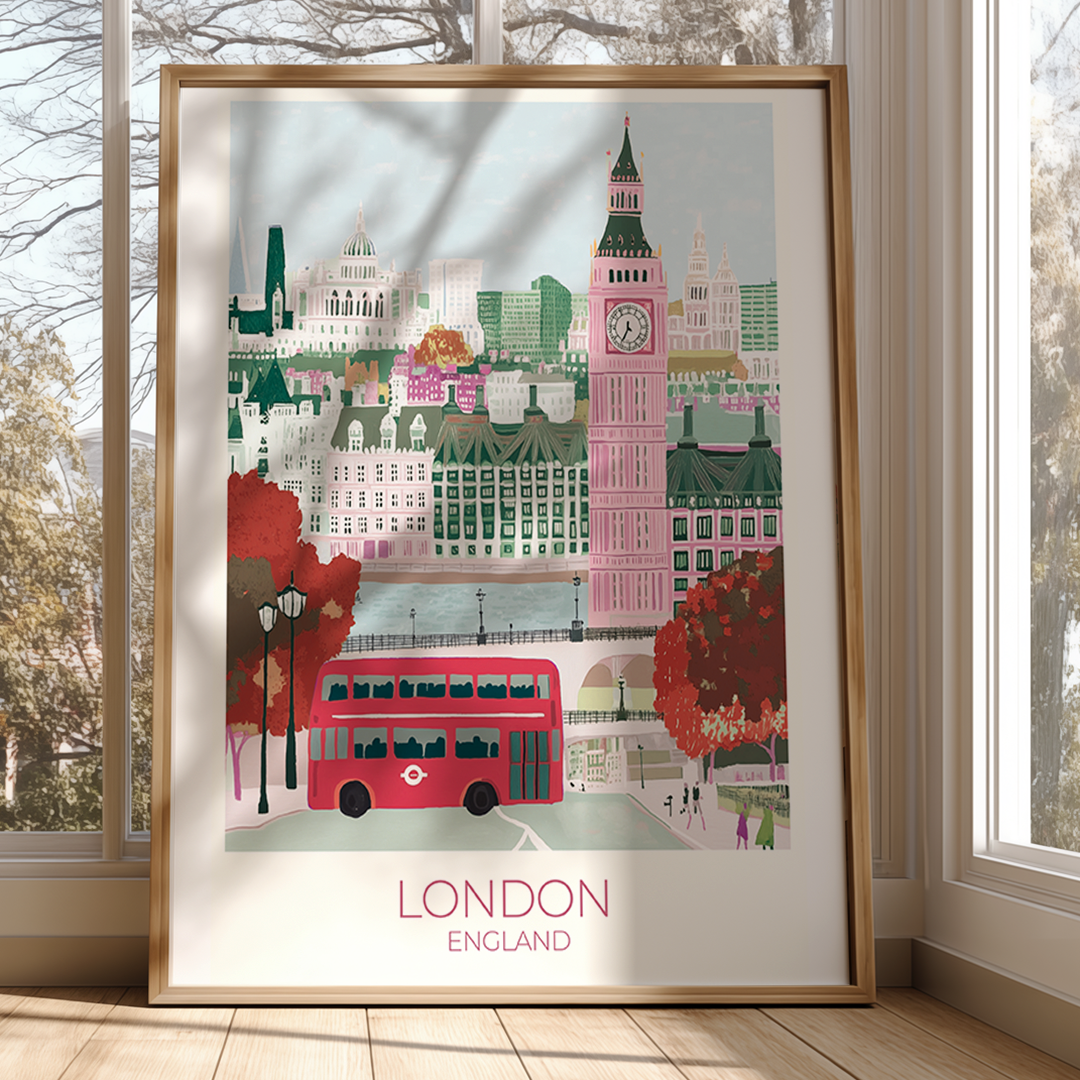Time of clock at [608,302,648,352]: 11:35
